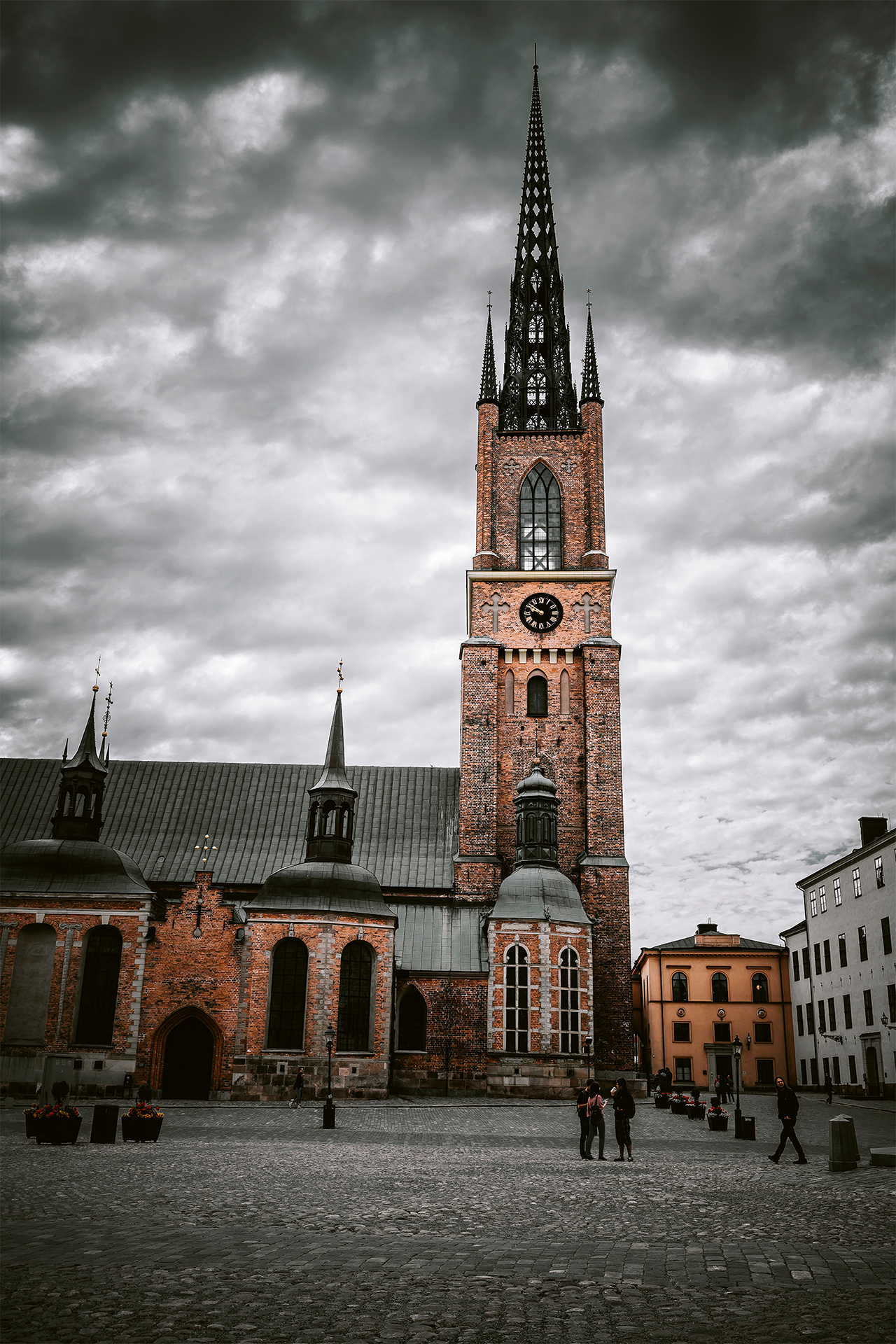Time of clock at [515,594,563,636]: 9:51
